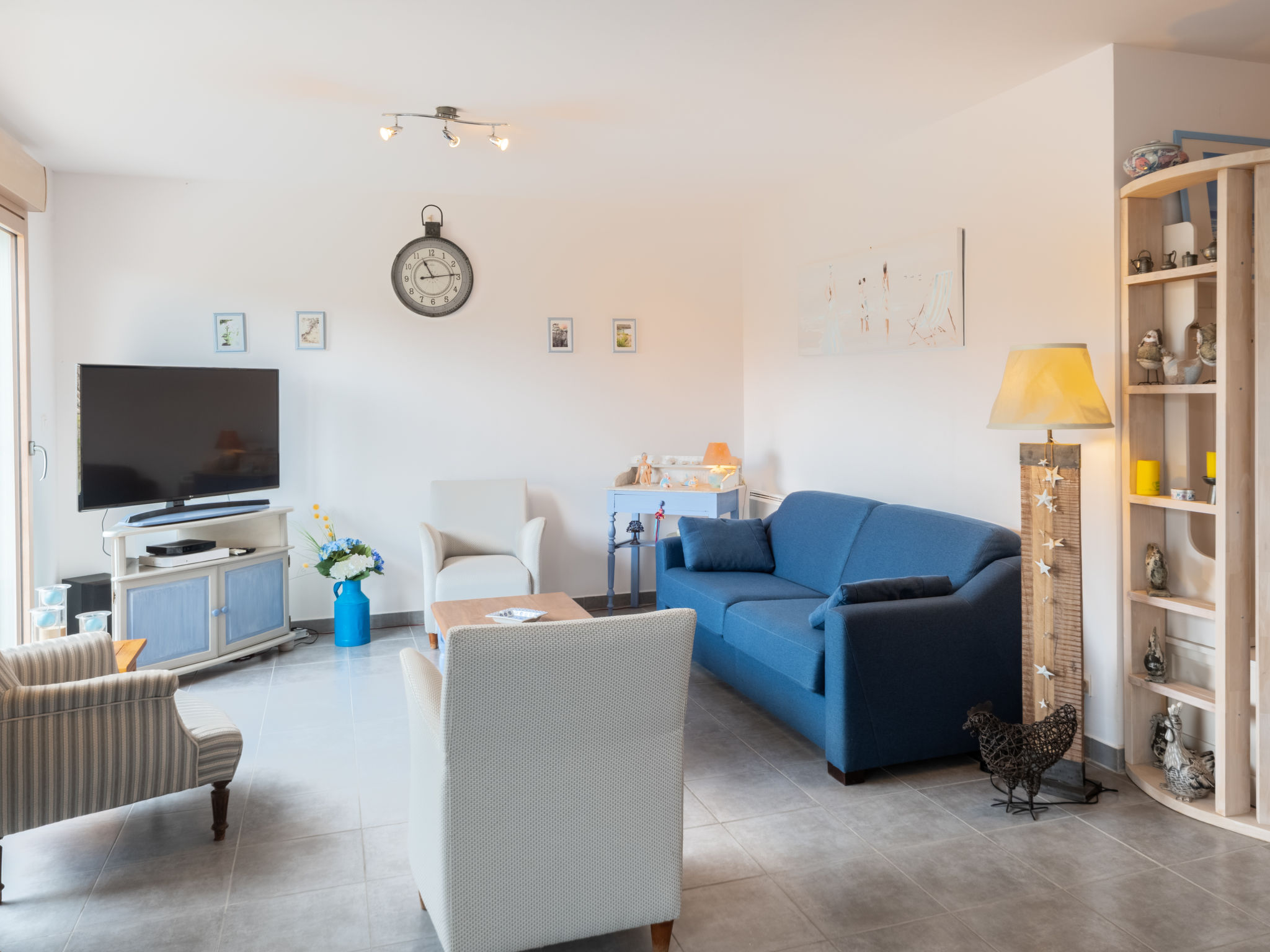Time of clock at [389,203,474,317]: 11:14
